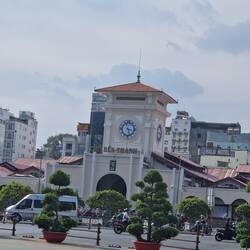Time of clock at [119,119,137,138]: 3:27
